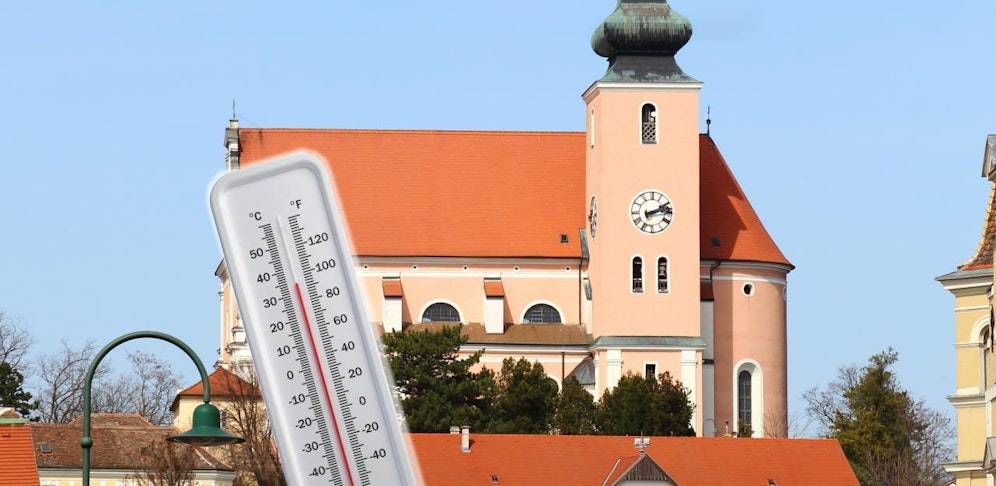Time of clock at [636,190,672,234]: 2:13
